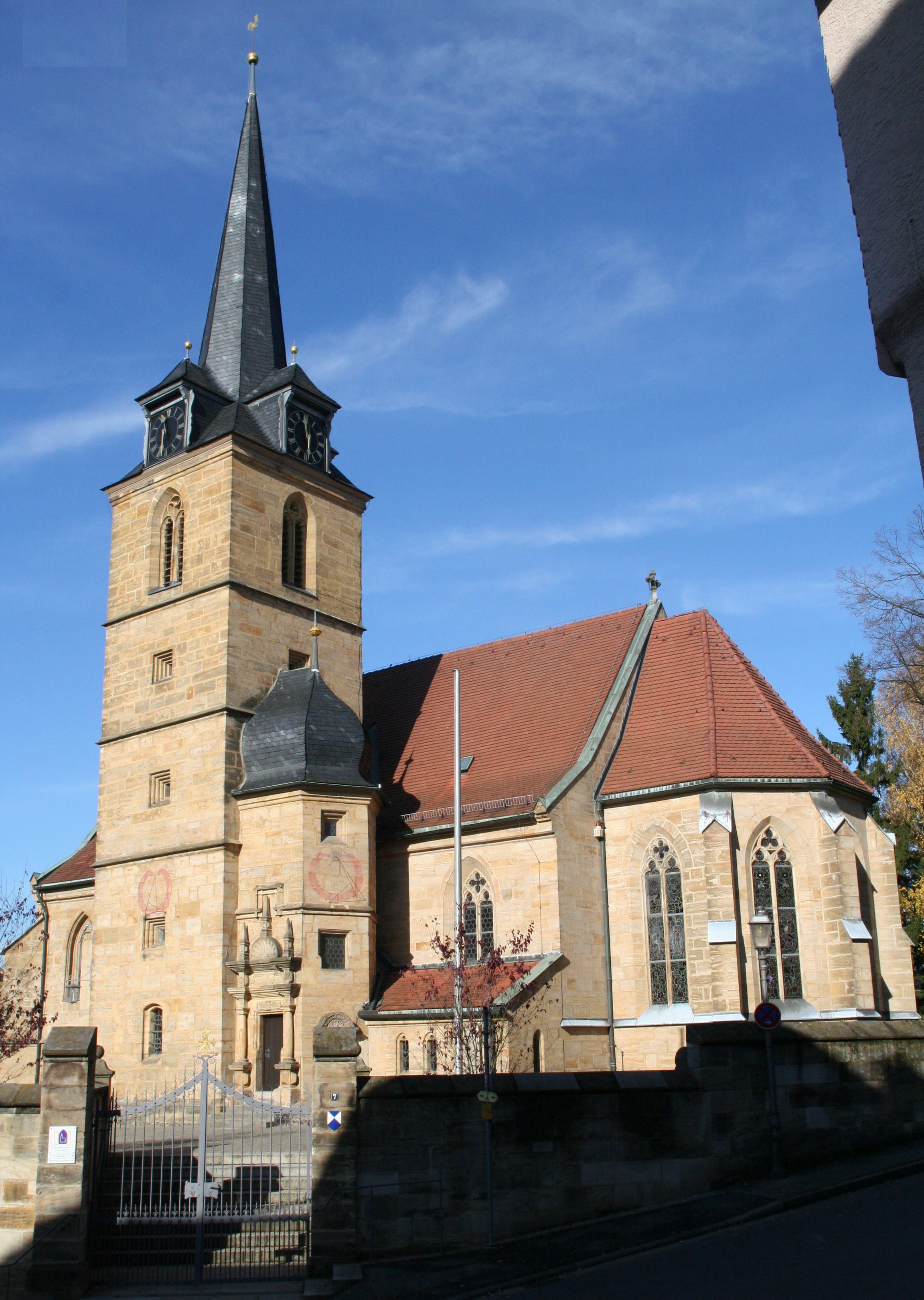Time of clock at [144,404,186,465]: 11:32
